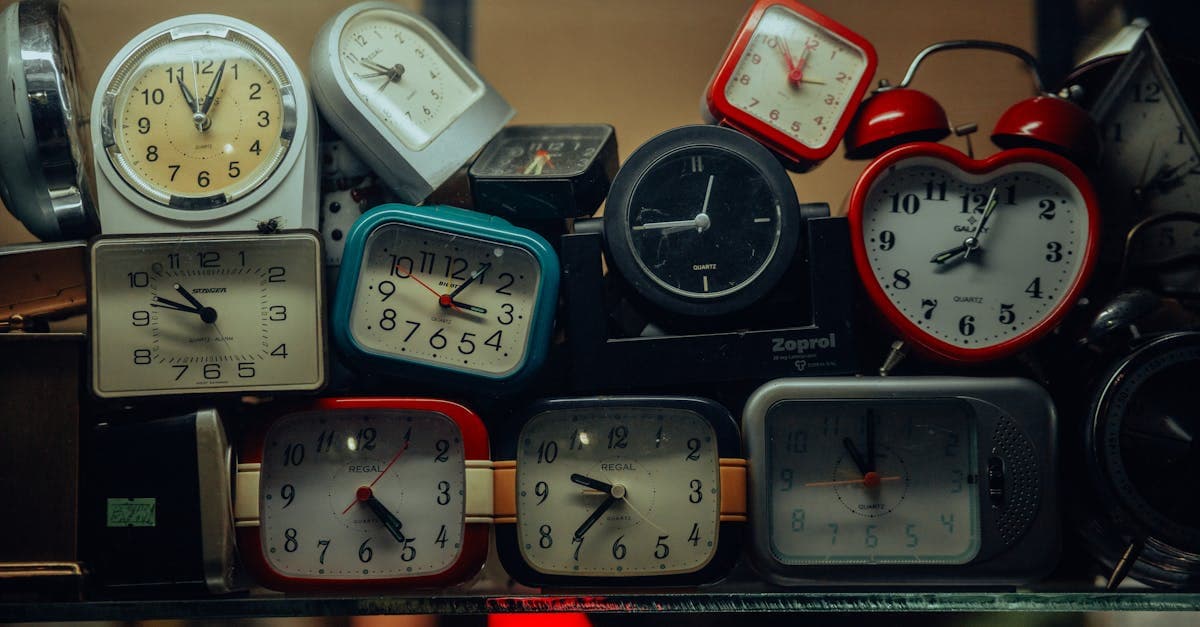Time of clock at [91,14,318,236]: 11:03
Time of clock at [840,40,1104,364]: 8:03
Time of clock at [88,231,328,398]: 10:48
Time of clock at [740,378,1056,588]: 11:00
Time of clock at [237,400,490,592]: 4:23
